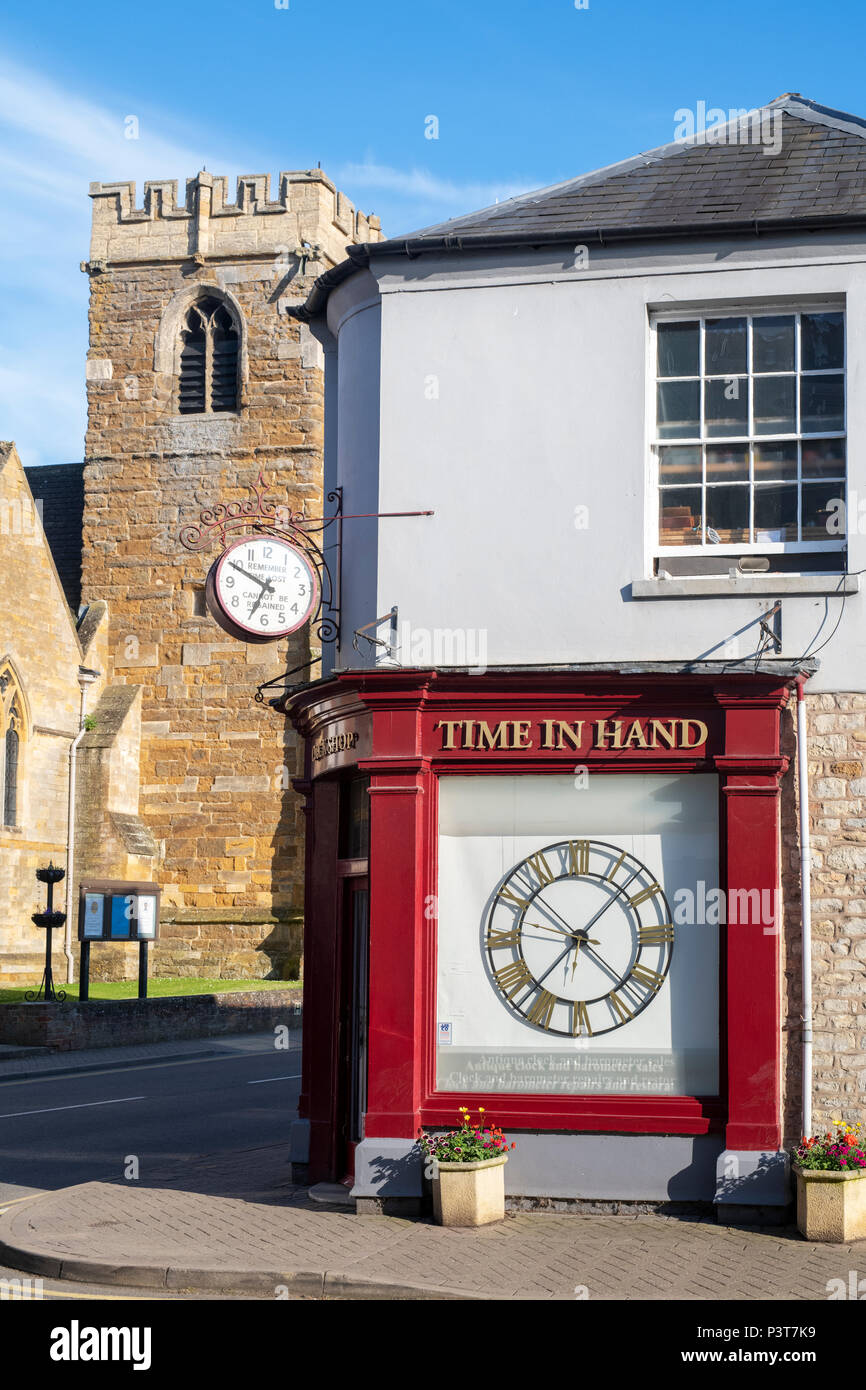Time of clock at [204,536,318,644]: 6:49
